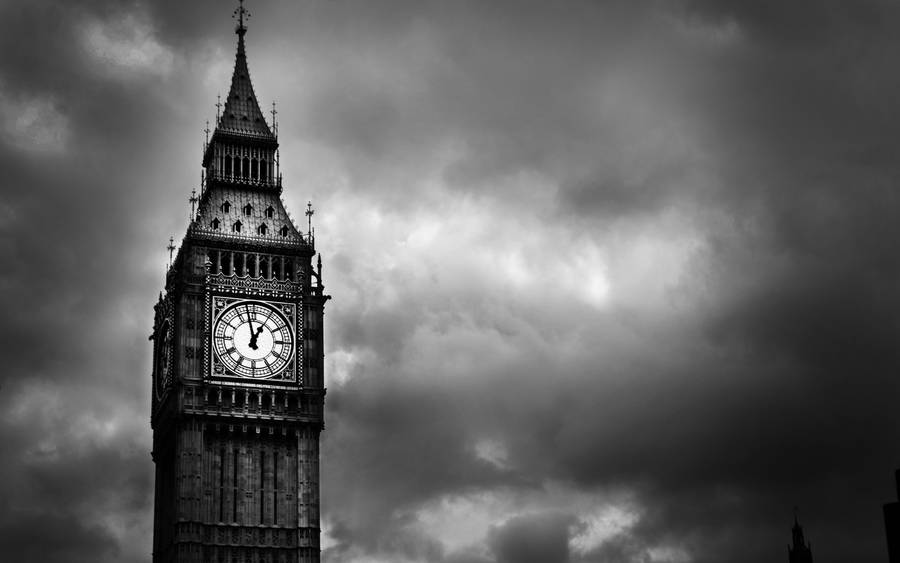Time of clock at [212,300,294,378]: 12:57
